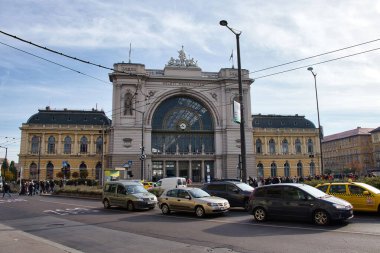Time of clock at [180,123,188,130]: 4:42
